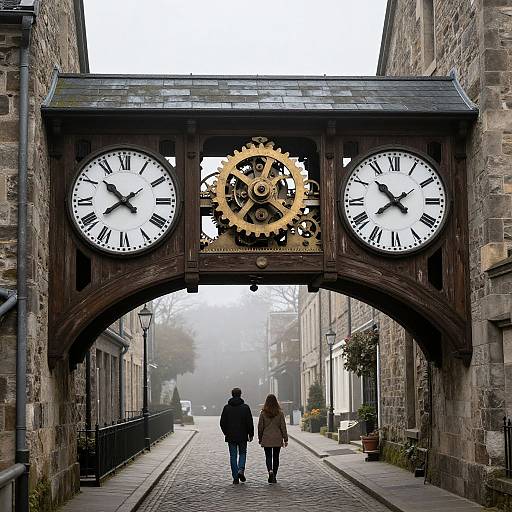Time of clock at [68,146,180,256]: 7:52
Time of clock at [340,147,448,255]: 7:52
